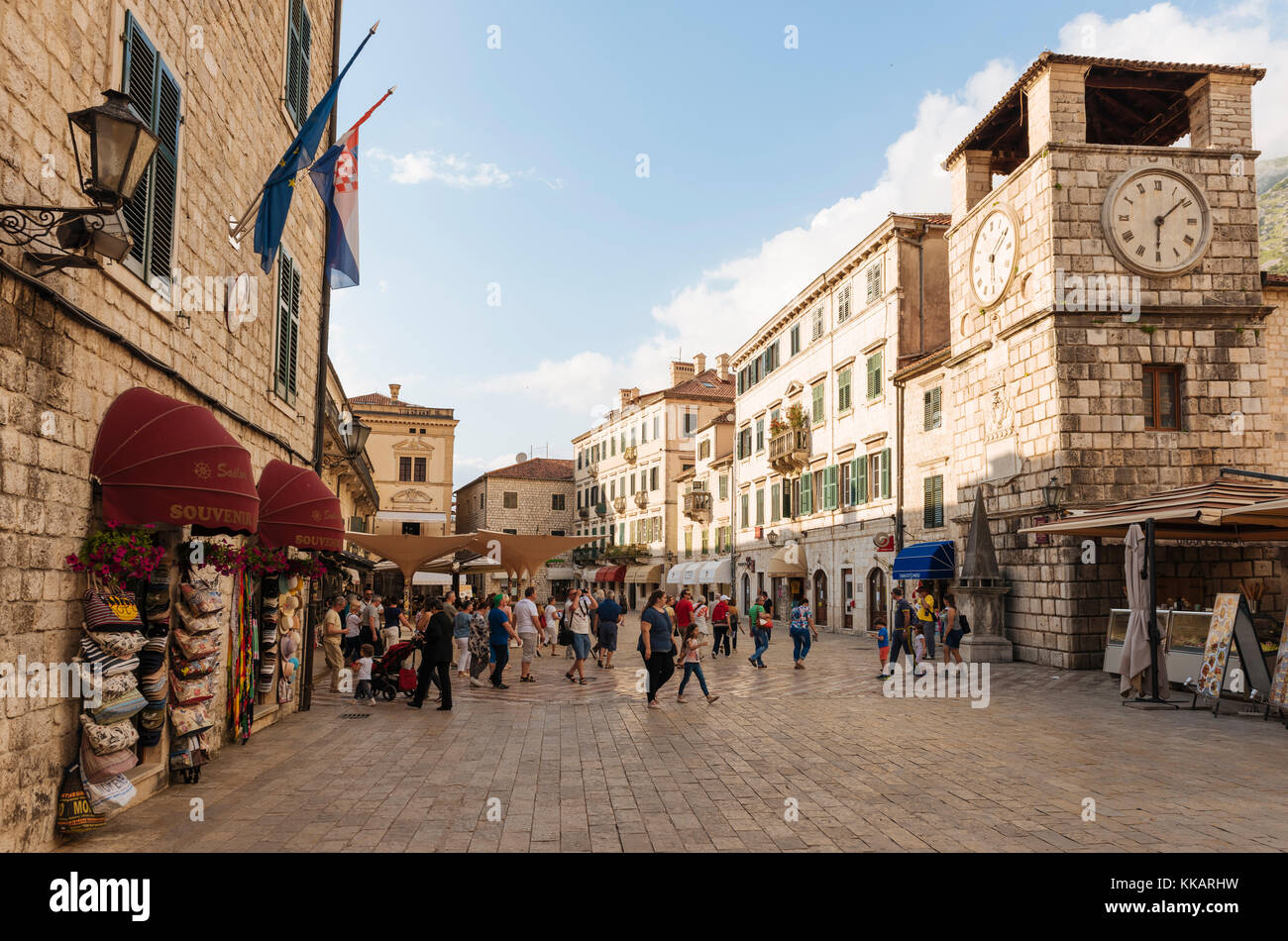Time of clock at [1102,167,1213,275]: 6:08
